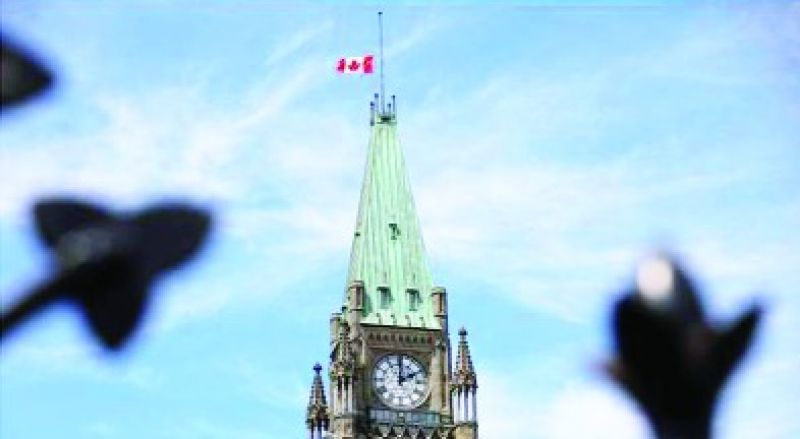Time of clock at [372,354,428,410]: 2:00
